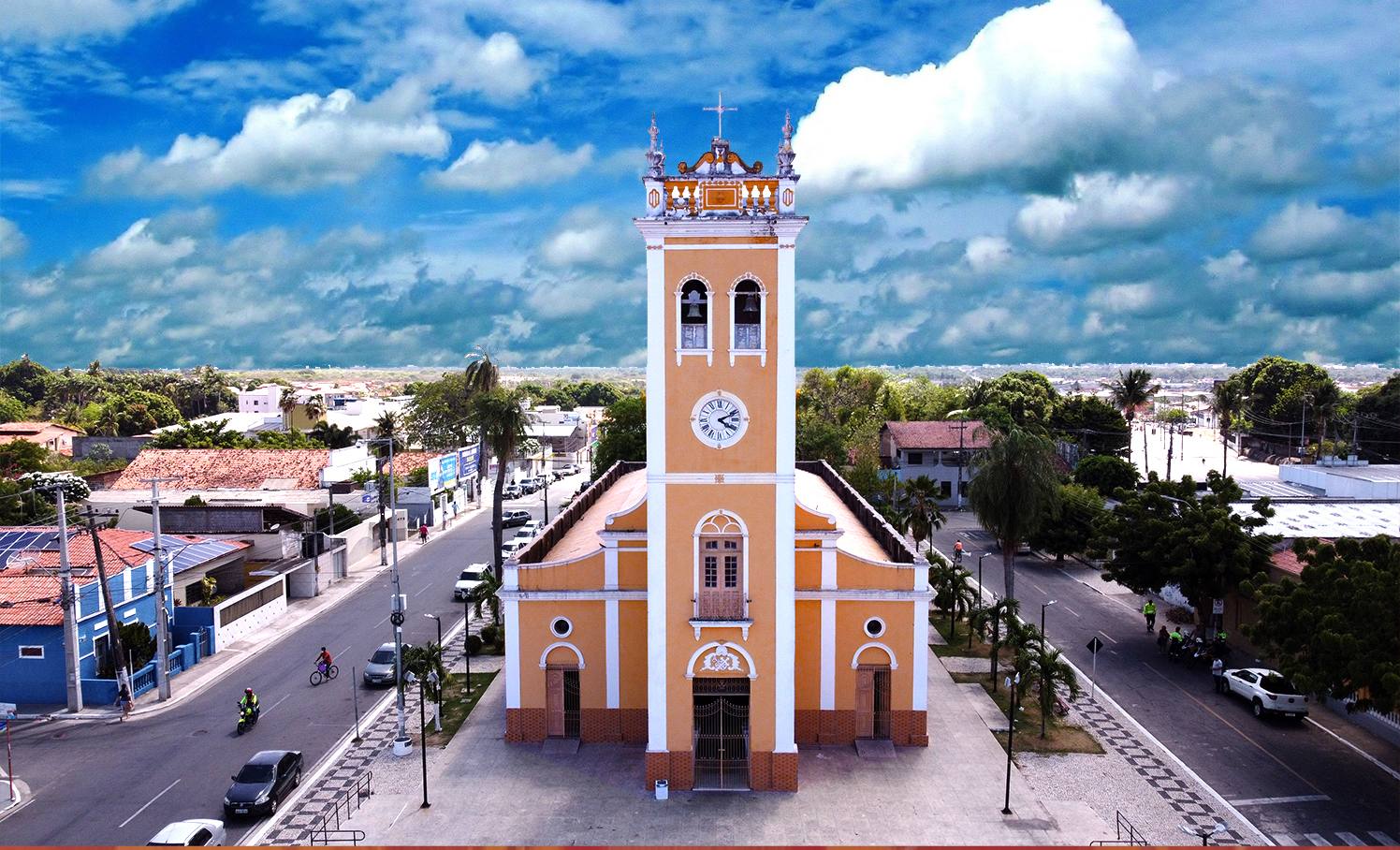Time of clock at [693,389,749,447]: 4:10
